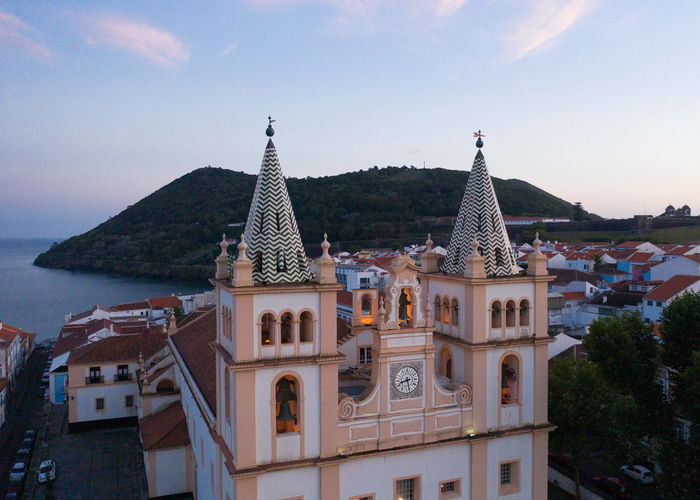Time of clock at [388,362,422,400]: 8:27
